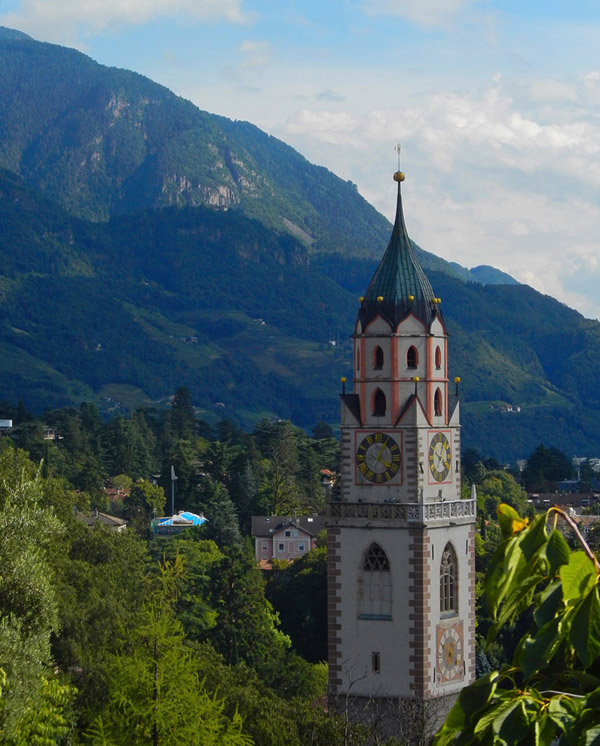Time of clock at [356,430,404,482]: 4:04
